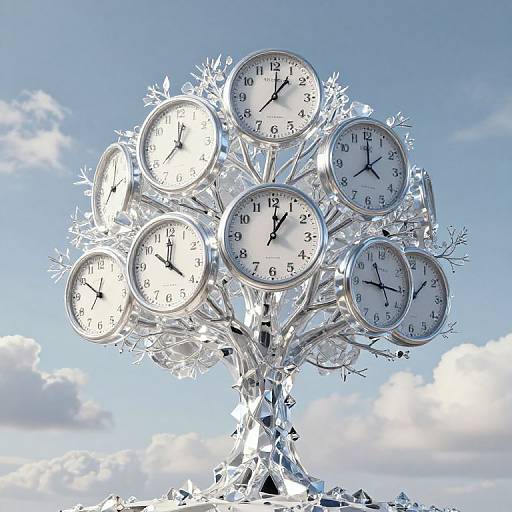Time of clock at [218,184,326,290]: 1:01
